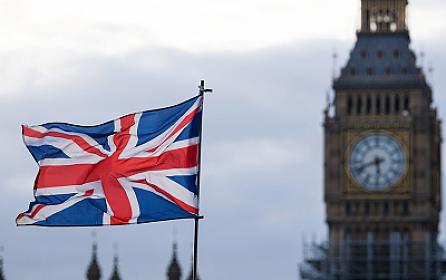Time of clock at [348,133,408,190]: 5:41
